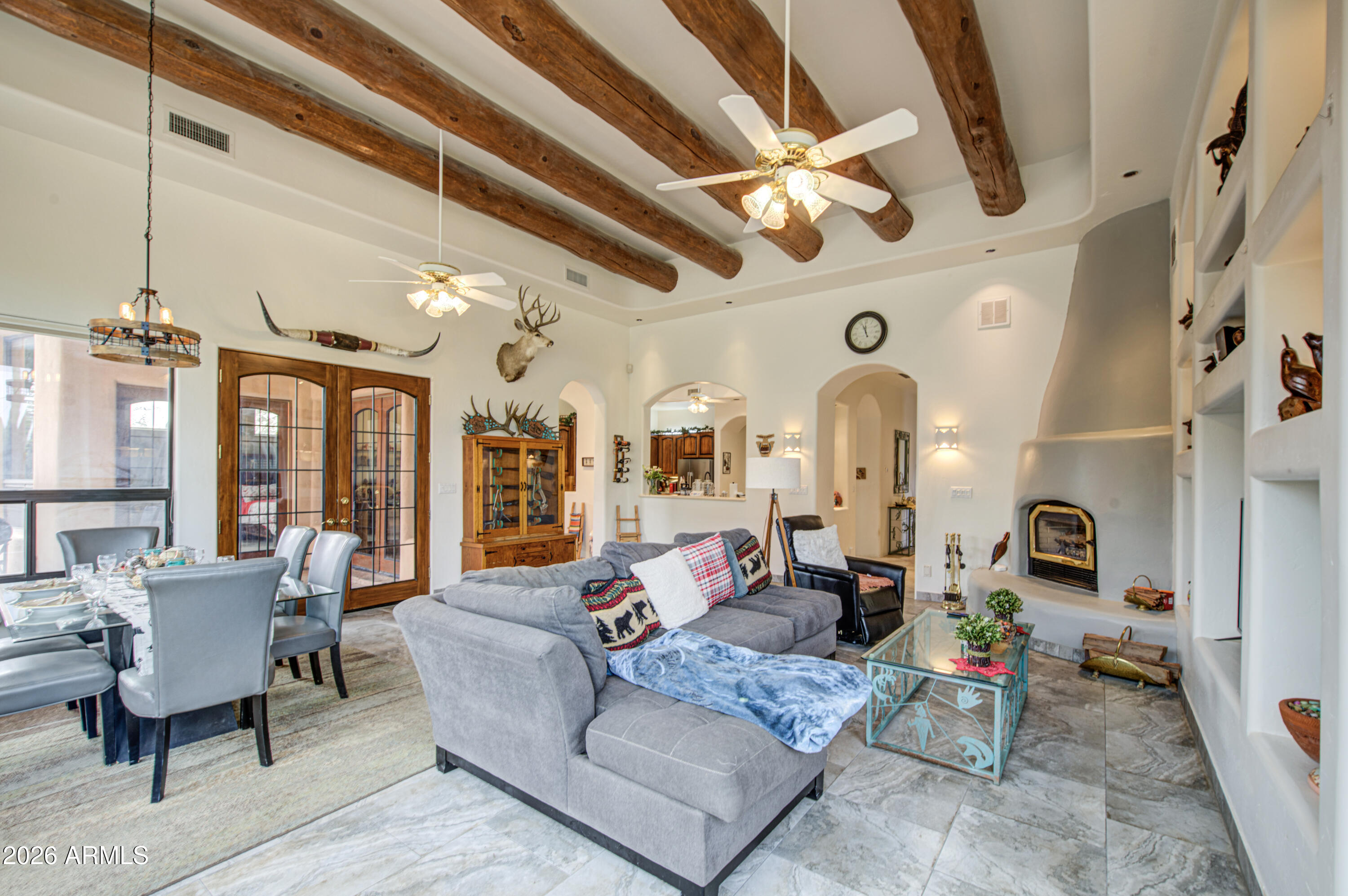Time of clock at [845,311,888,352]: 11:56
